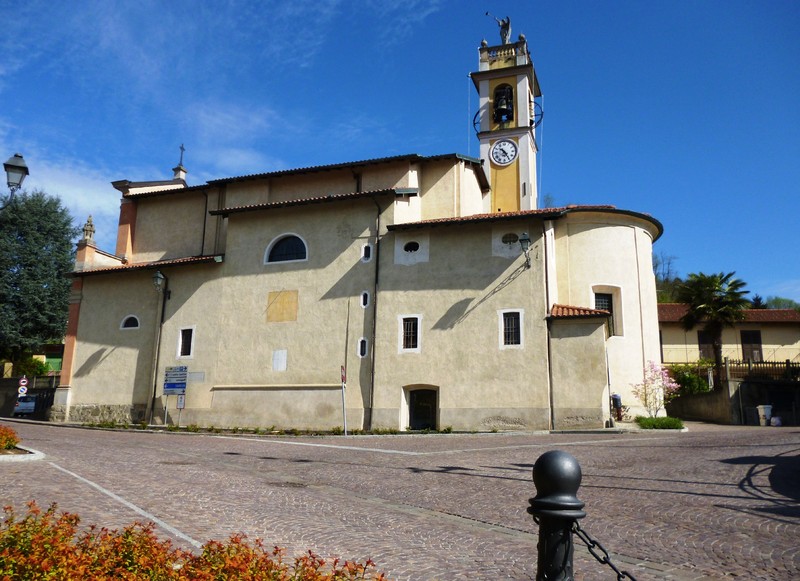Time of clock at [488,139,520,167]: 10:24
